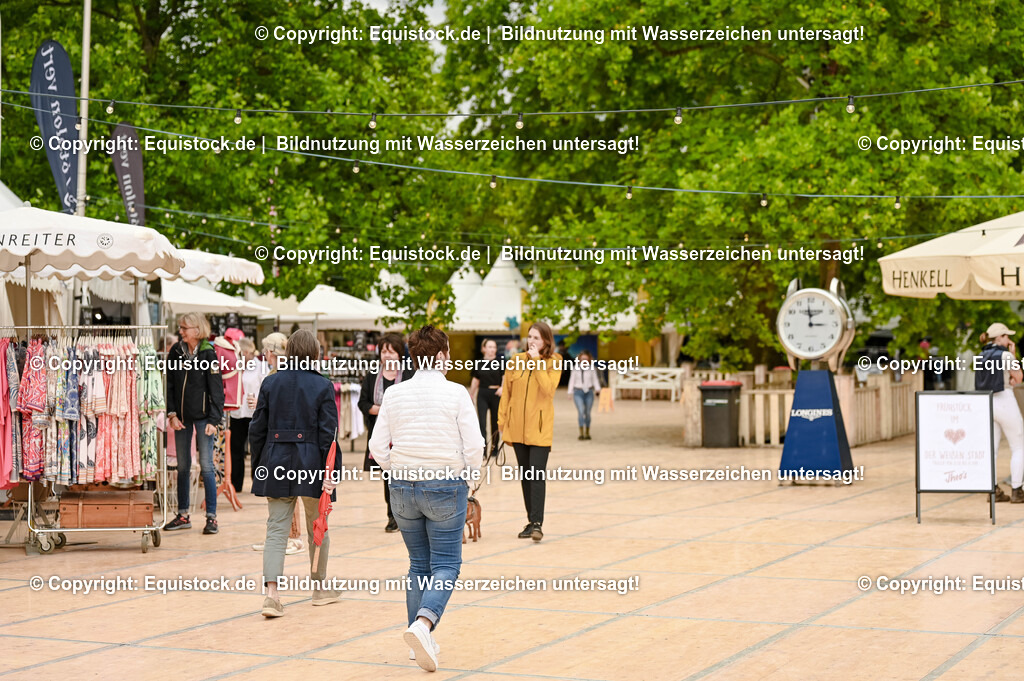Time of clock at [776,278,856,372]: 2:59
